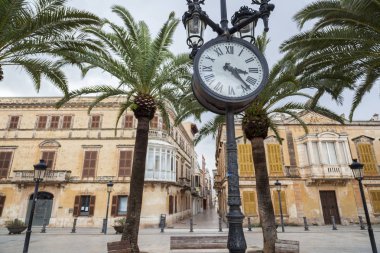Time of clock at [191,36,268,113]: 3:22
